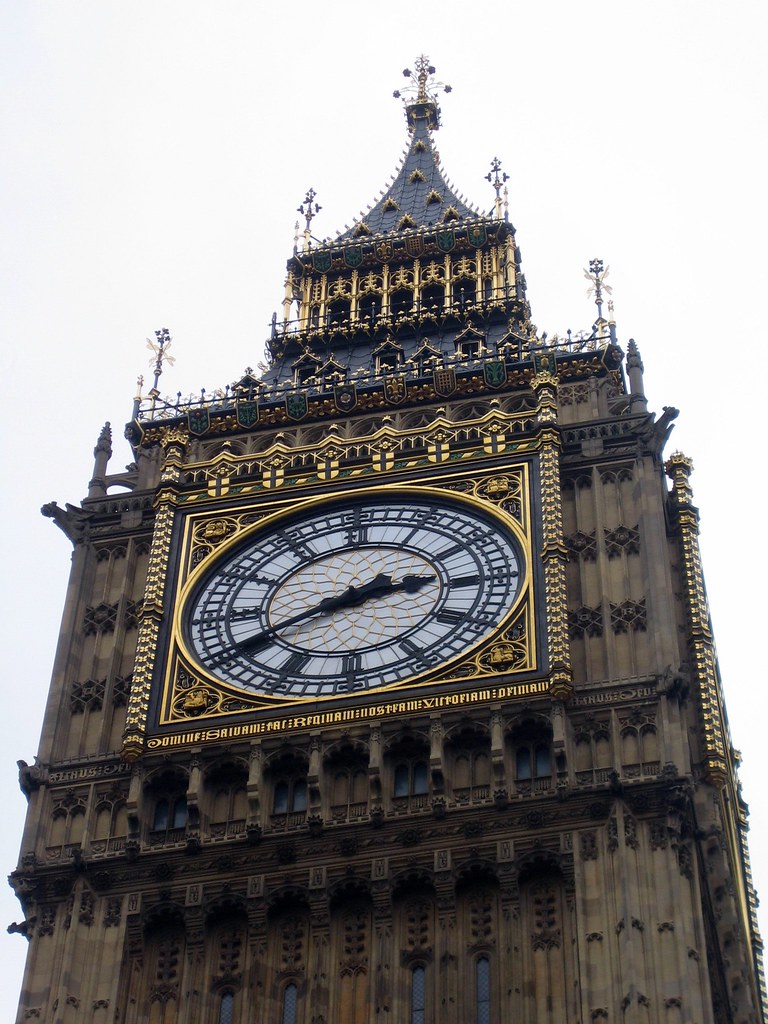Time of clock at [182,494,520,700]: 2:40
